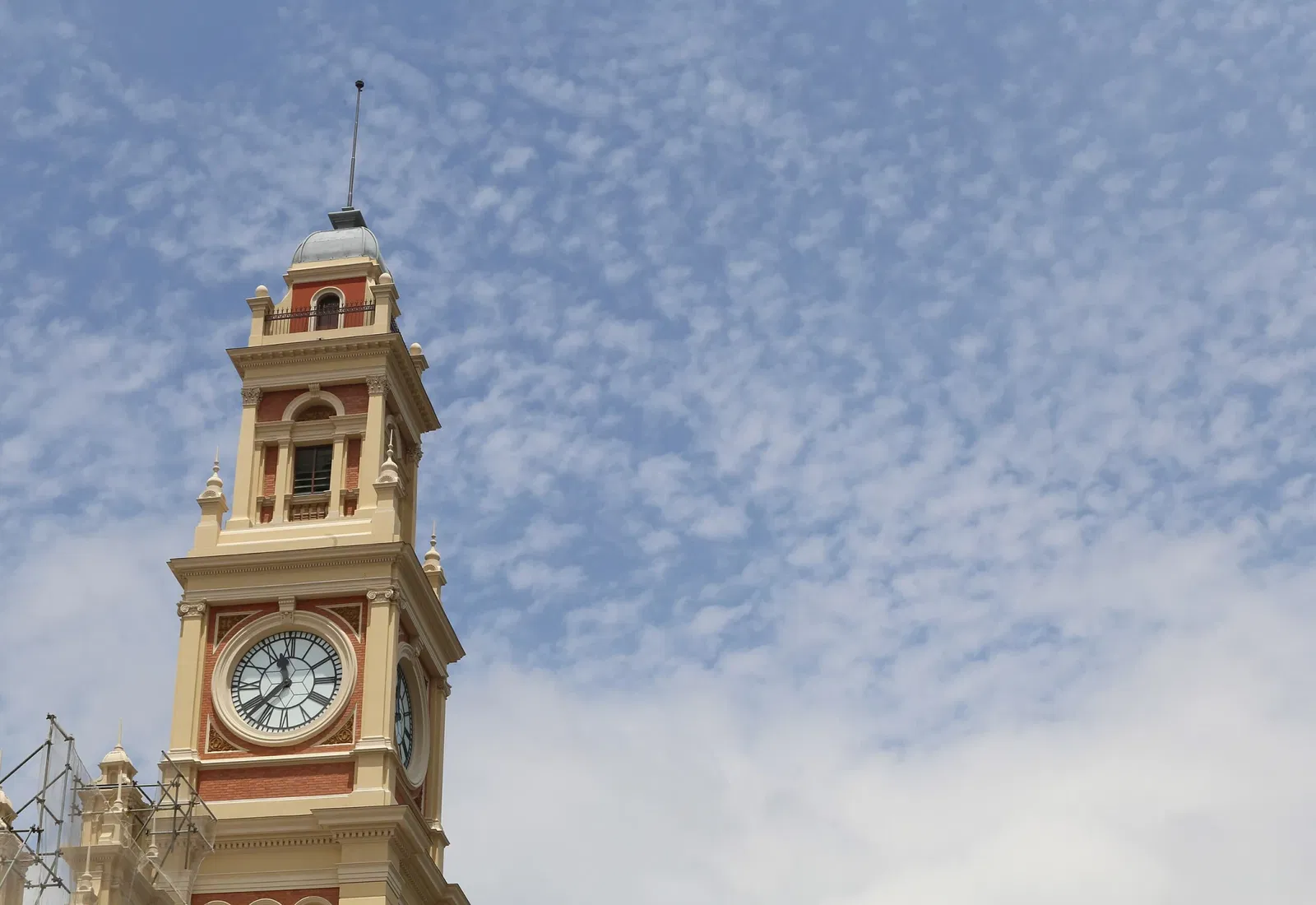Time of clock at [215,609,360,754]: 11:37
